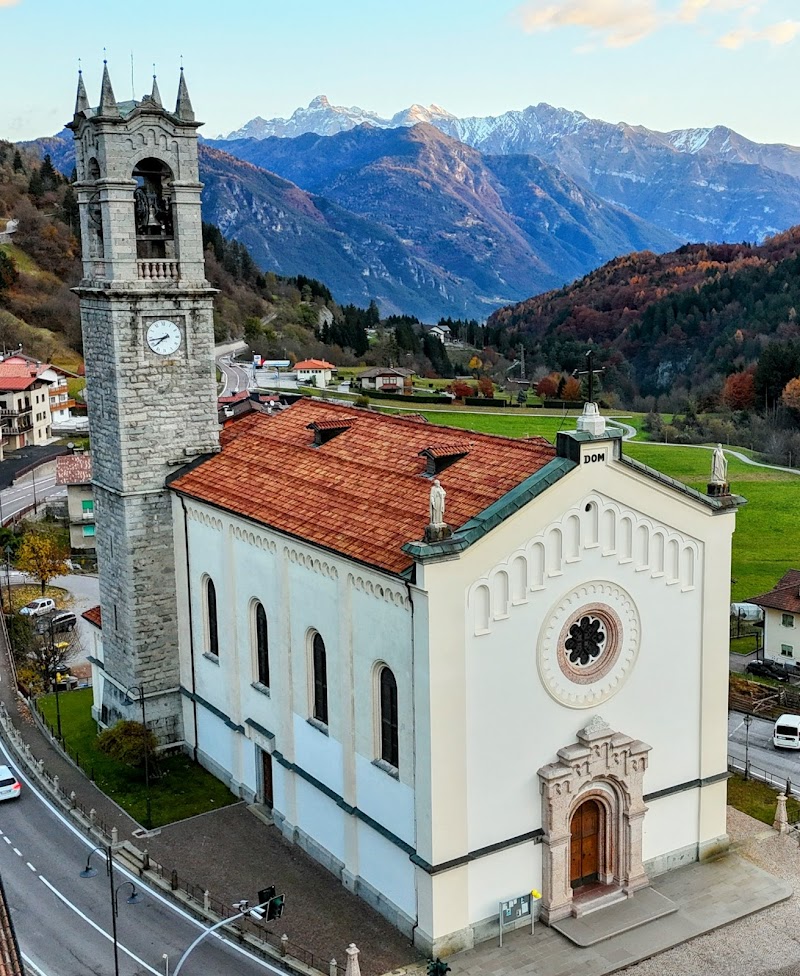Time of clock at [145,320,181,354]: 7:43
